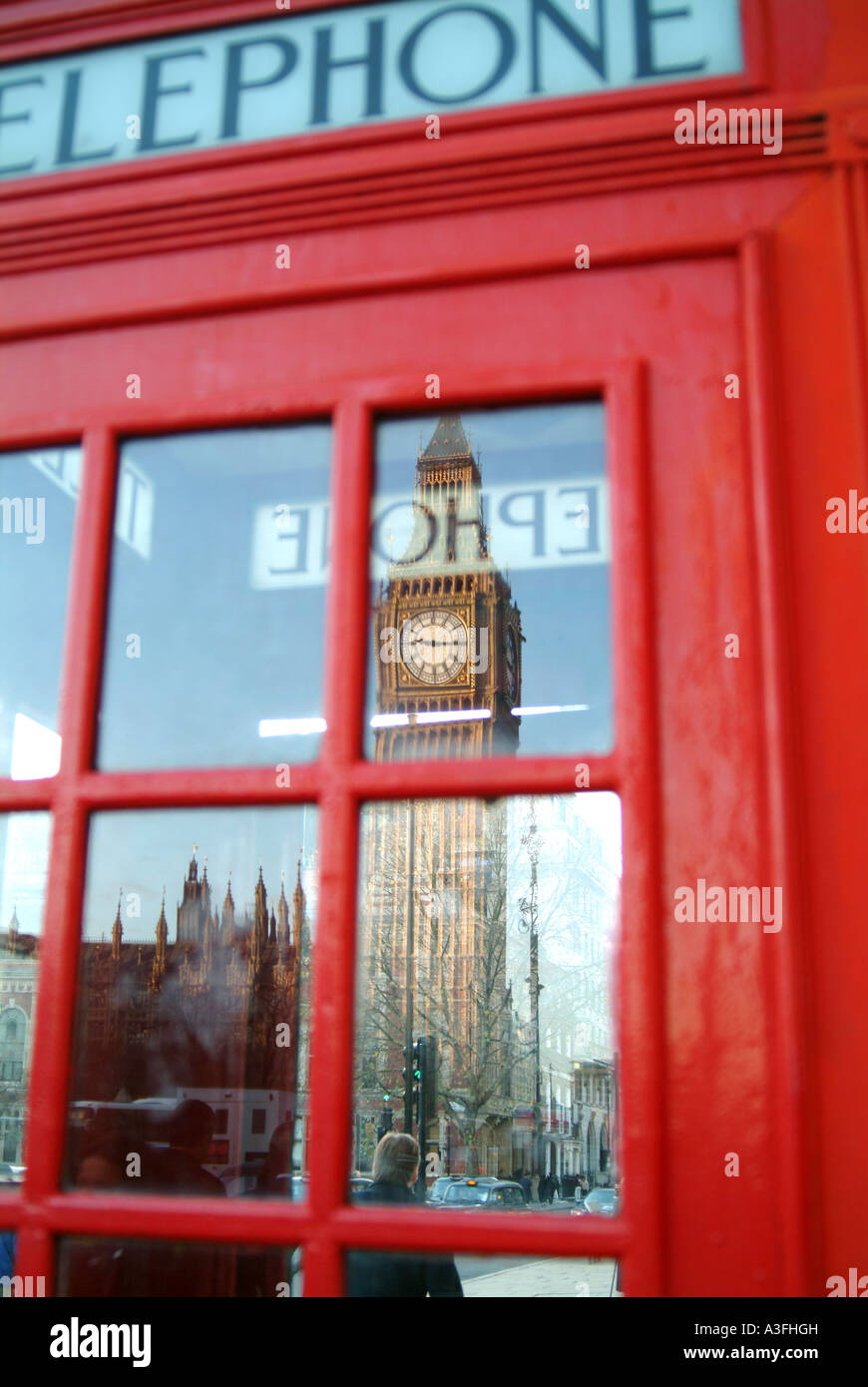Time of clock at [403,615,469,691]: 9:15
